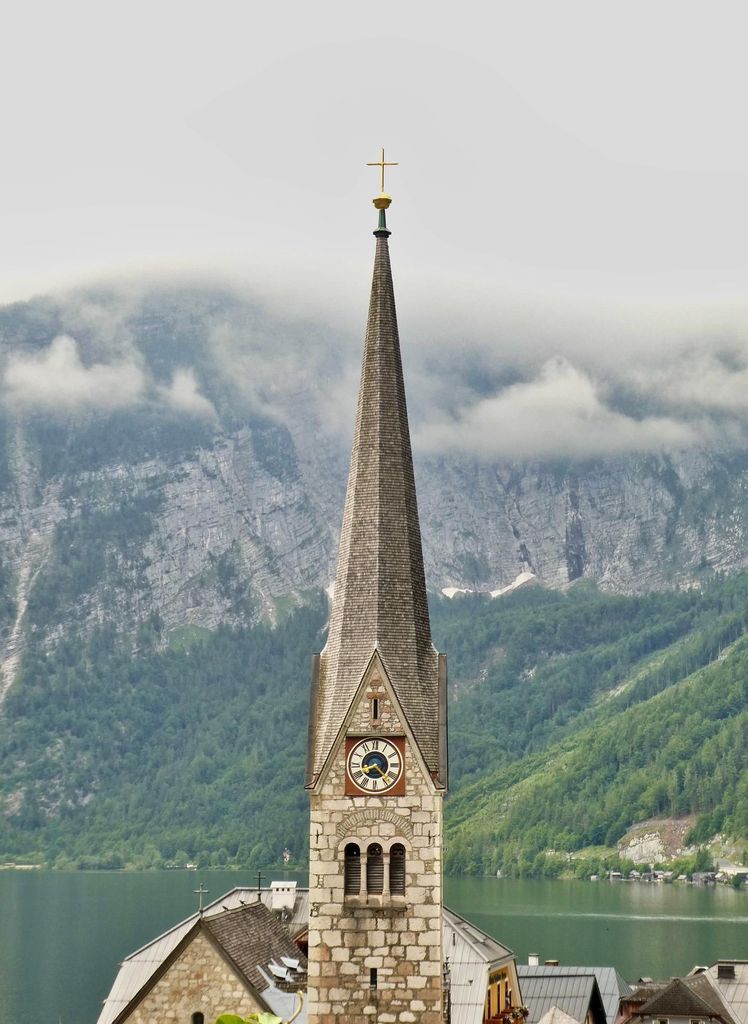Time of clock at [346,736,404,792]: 8:22
